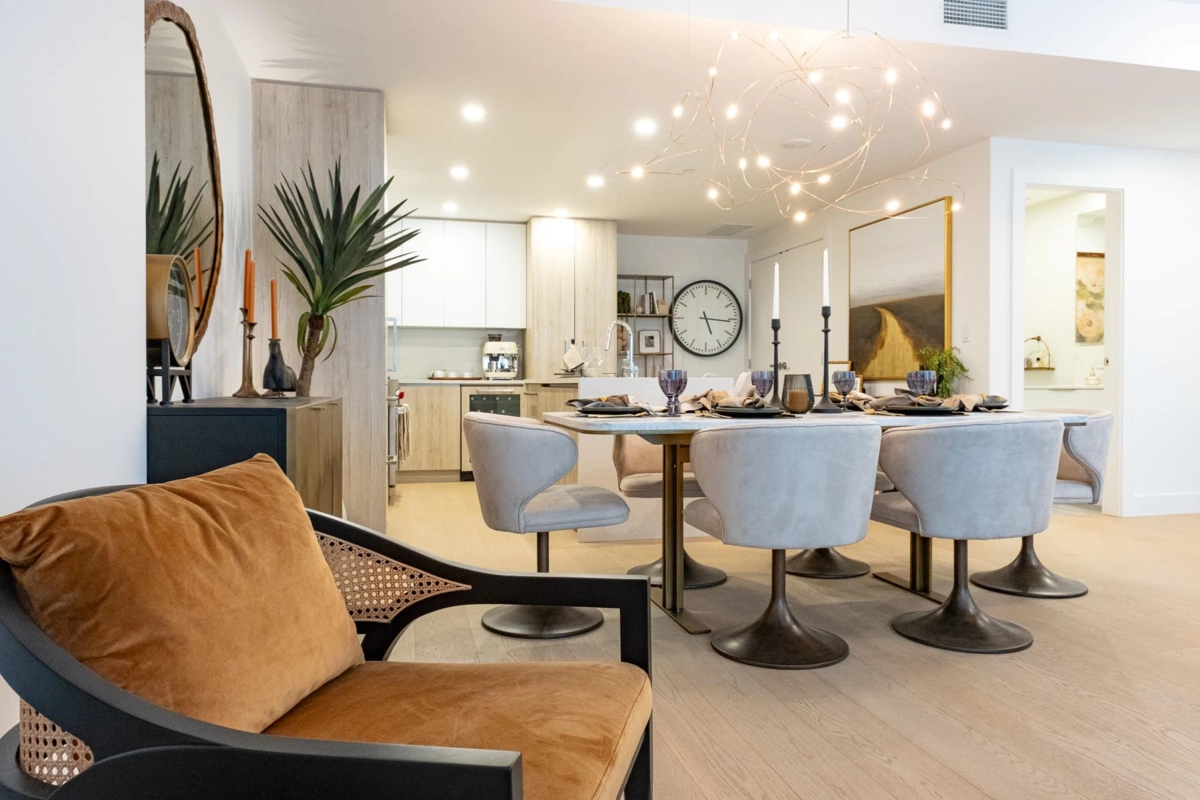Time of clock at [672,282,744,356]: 5:15
